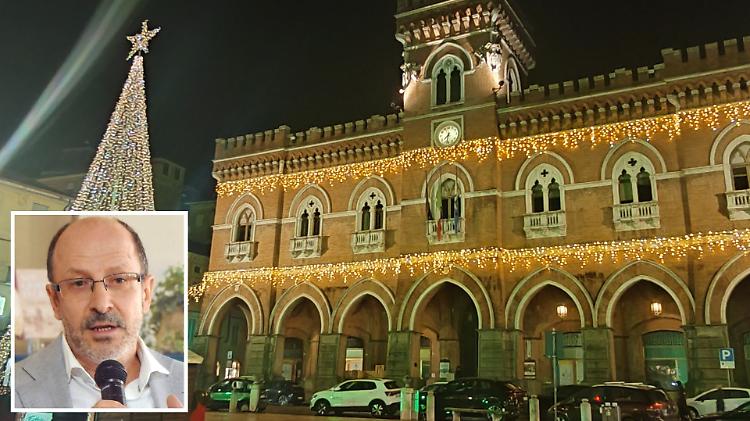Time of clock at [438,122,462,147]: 7:32
